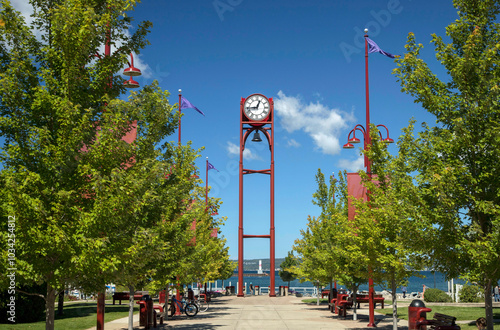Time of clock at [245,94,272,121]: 12:43
